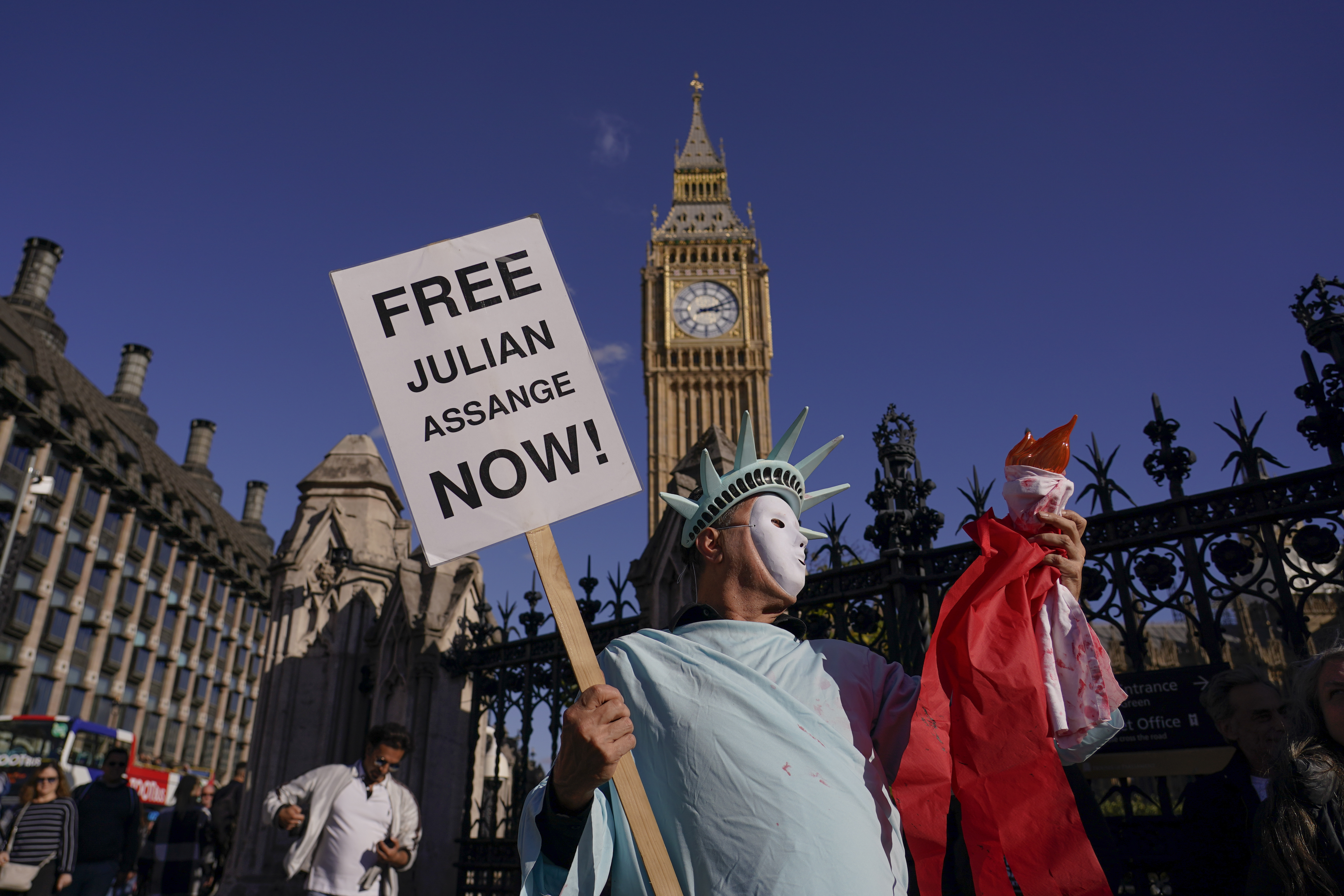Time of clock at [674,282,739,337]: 3:11
